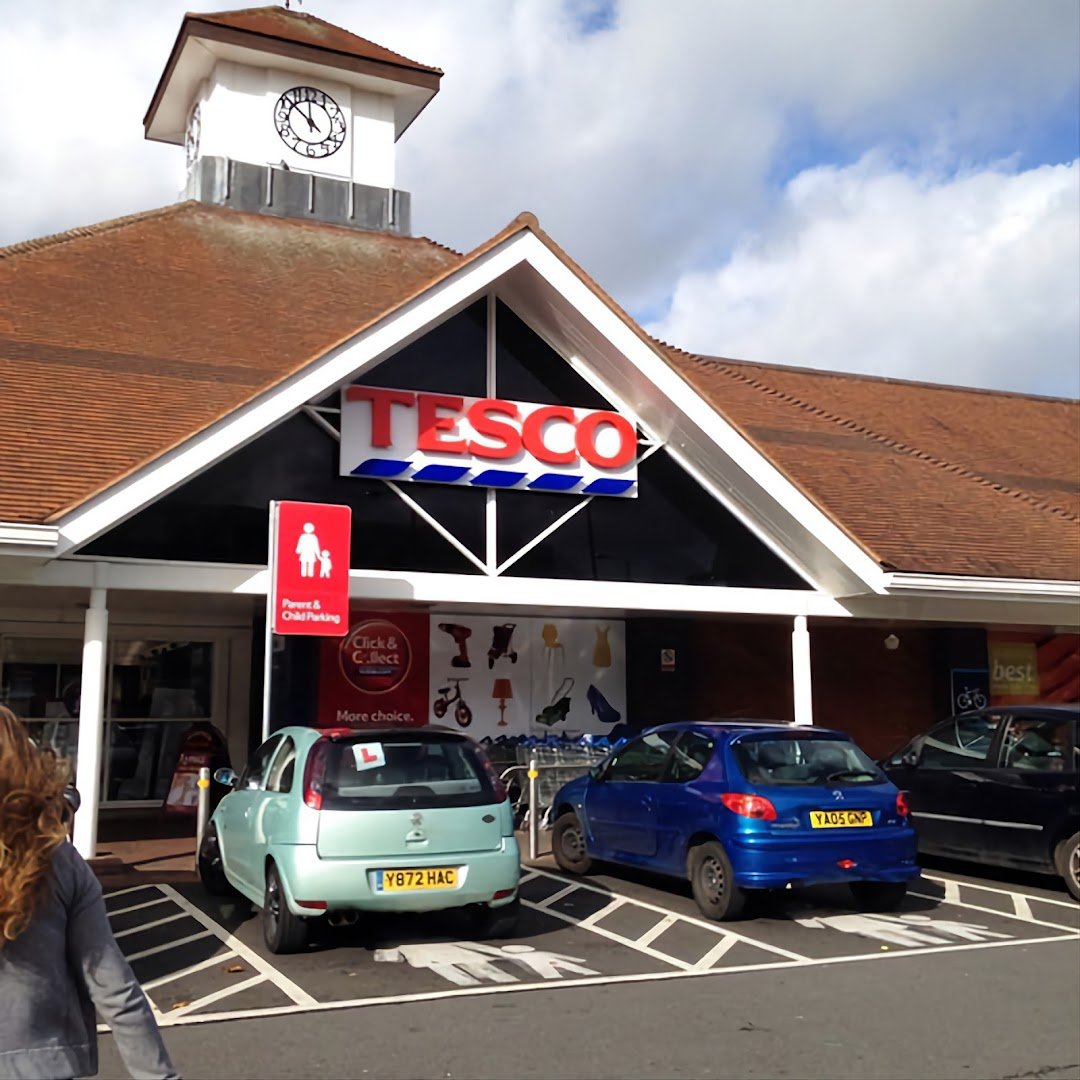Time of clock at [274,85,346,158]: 11:51
